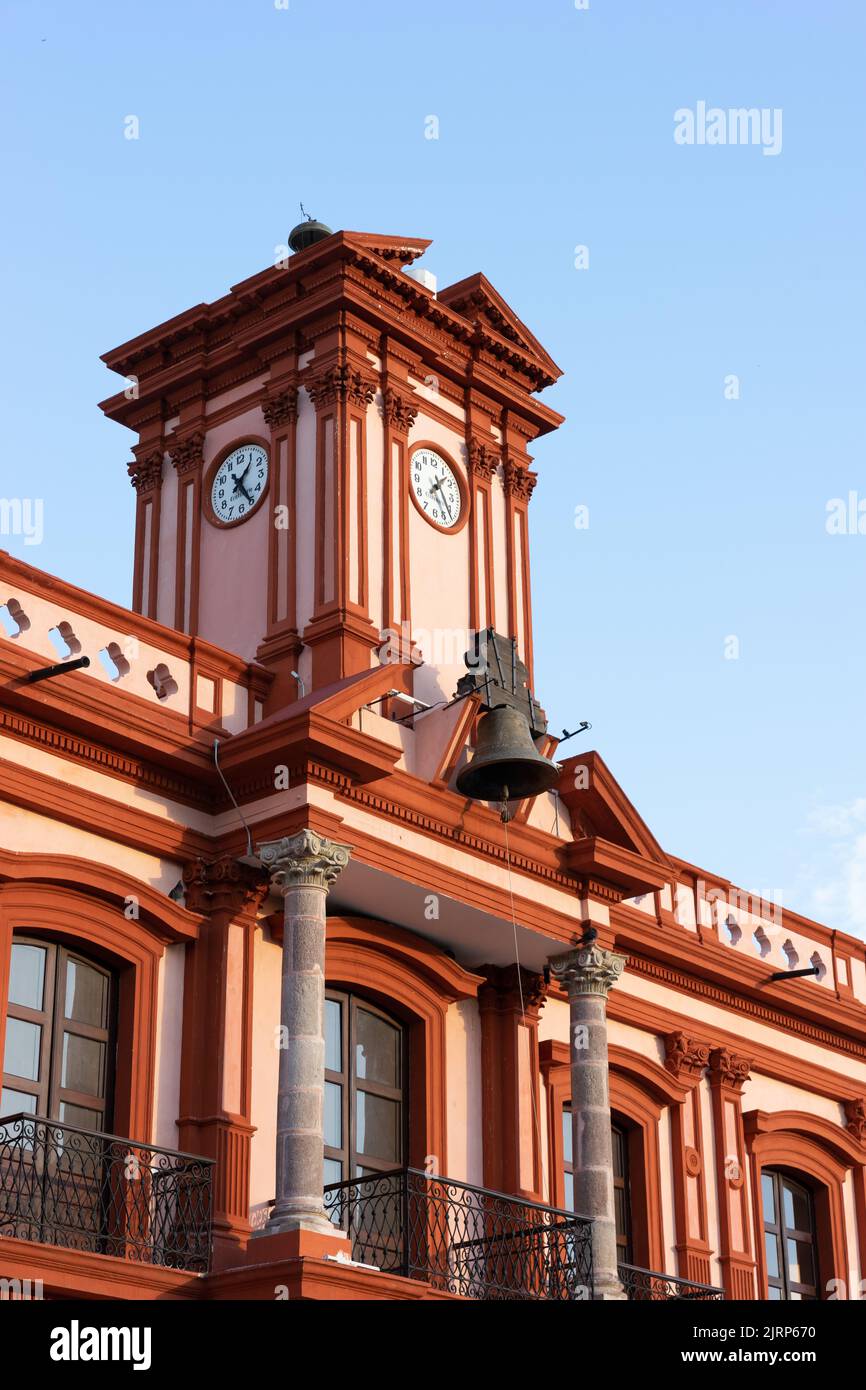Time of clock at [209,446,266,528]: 1:24
